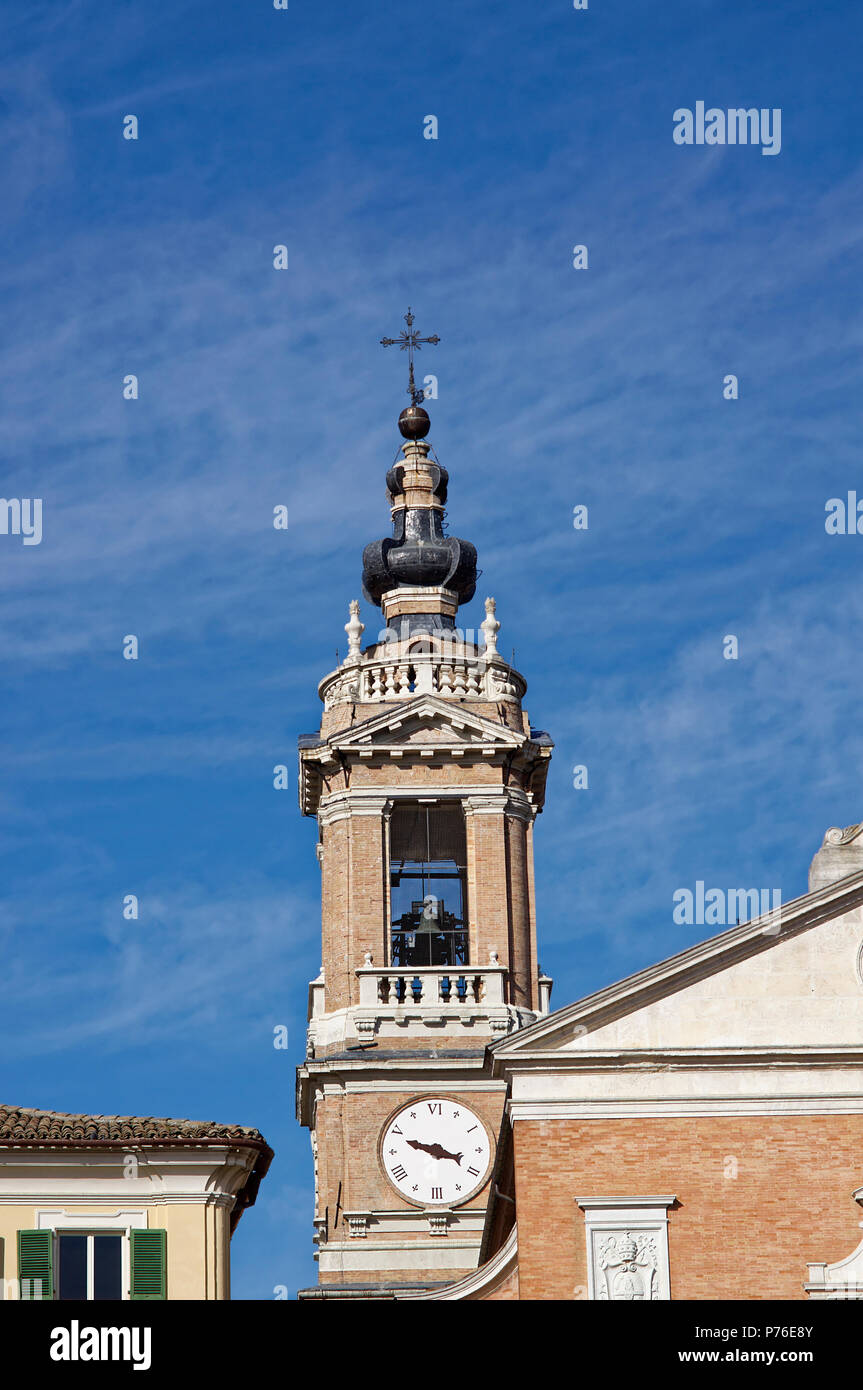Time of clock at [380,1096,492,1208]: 3:48
